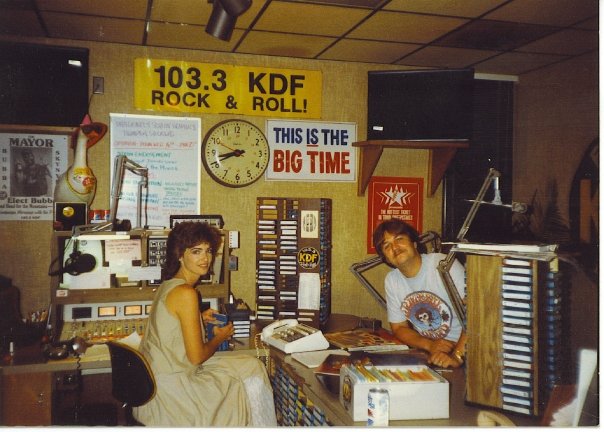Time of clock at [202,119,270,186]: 8:41
